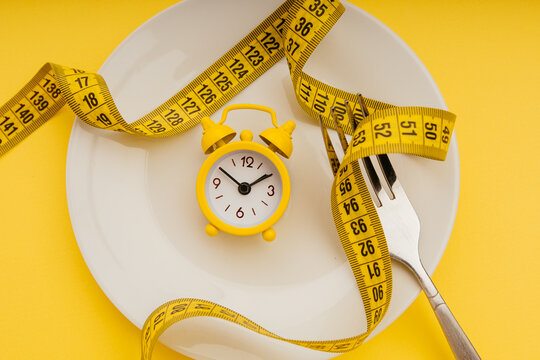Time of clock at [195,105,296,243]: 1:50
